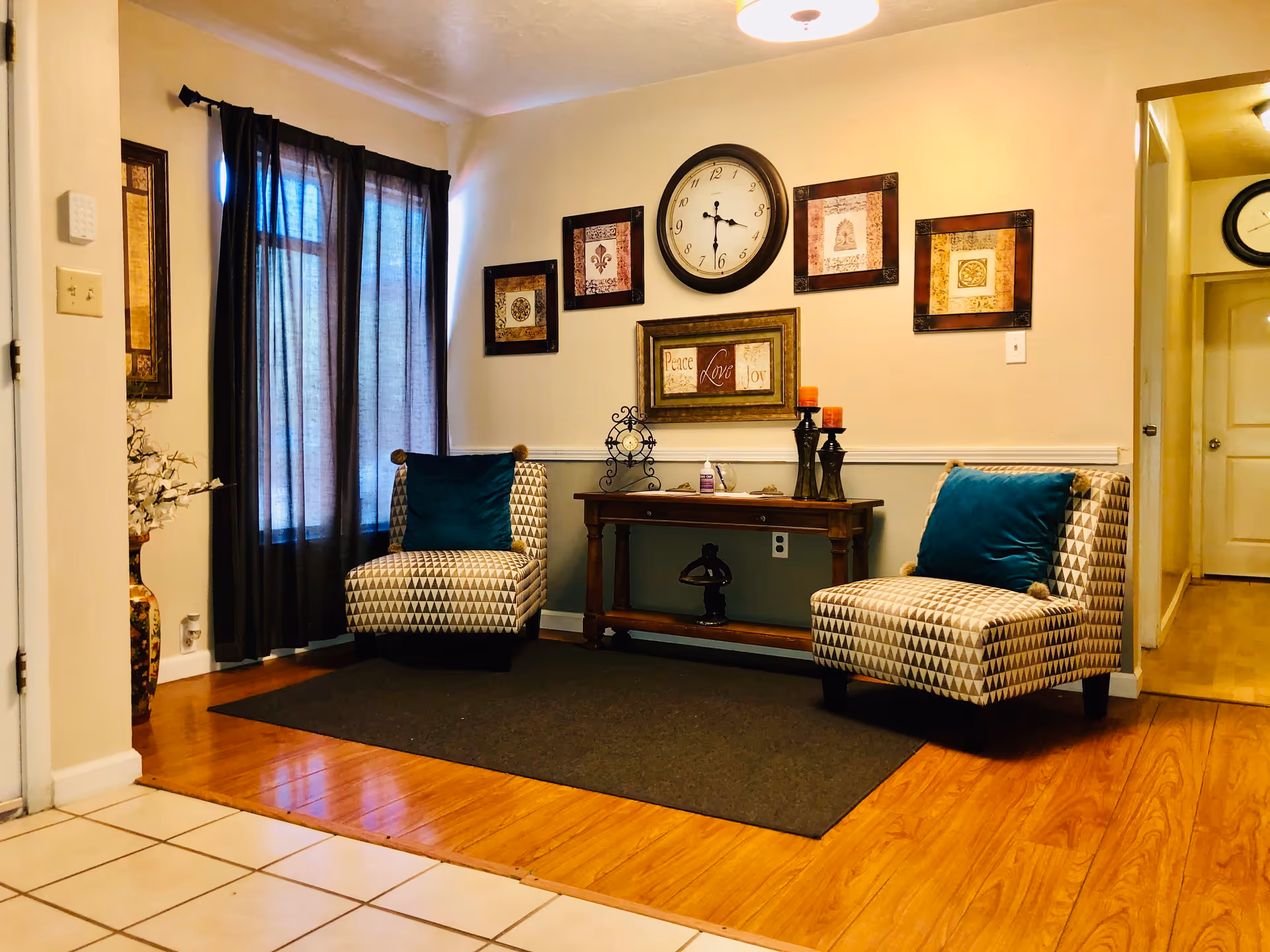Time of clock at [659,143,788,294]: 3:31
